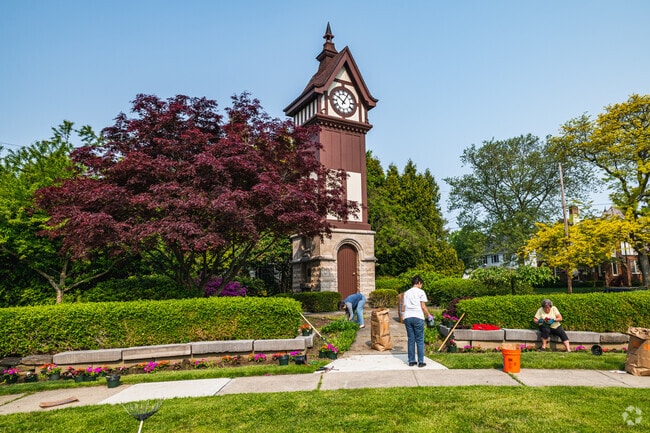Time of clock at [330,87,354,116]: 10:05
